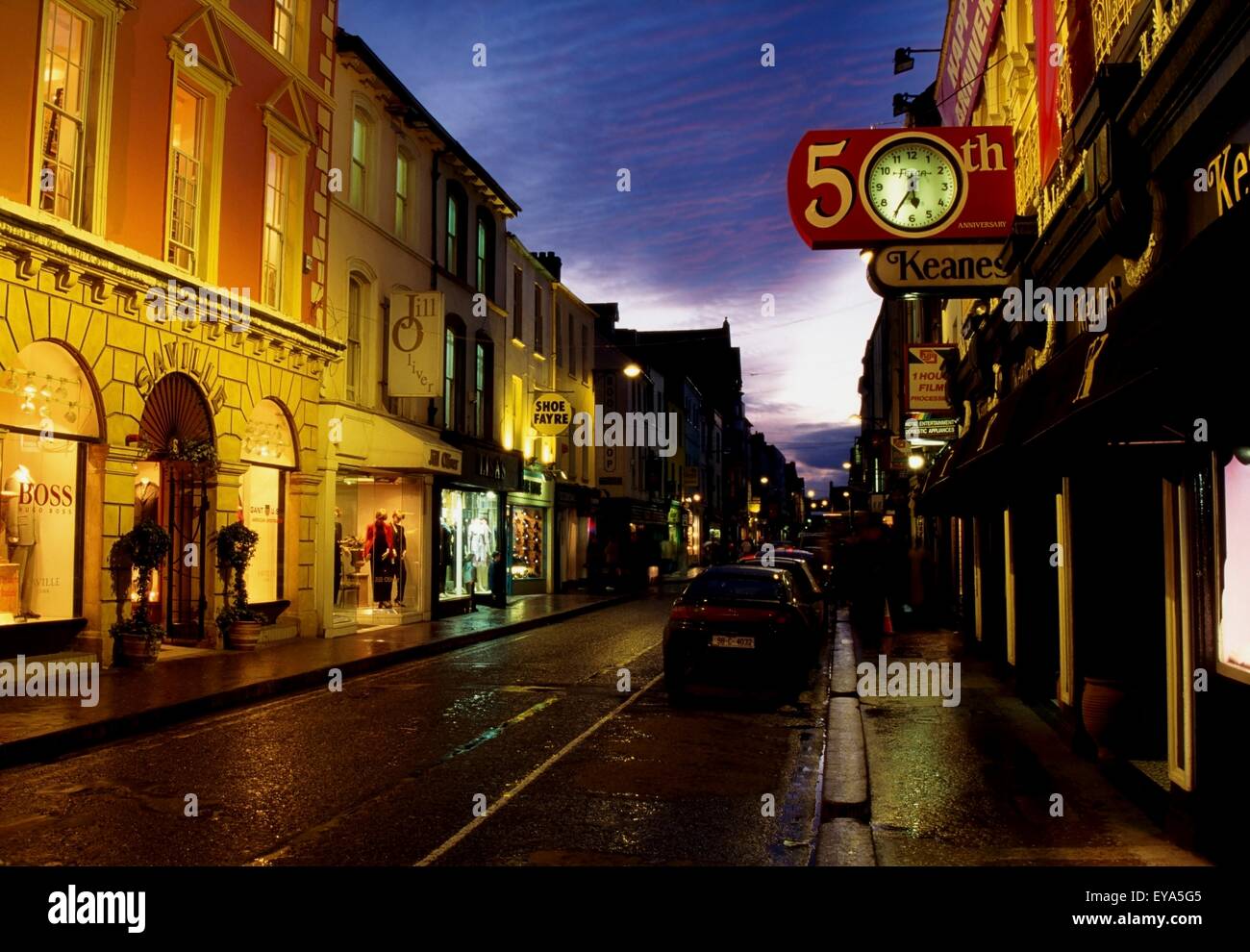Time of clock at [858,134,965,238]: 5:35
